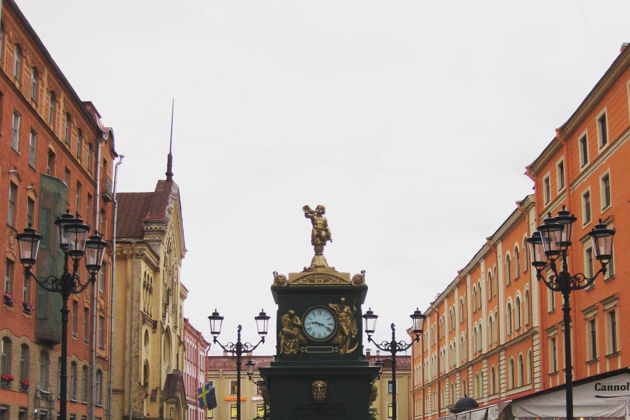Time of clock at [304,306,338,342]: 9:18
